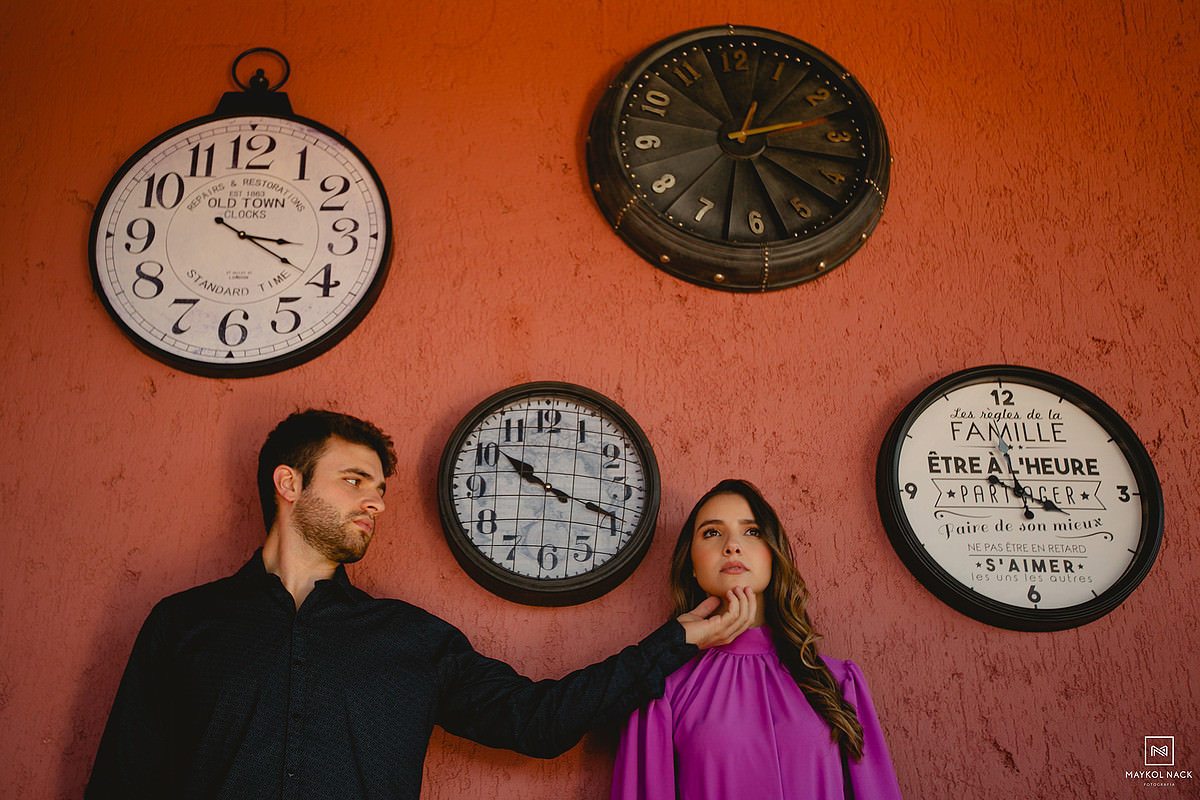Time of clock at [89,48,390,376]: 3:20
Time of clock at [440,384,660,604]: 10:18
